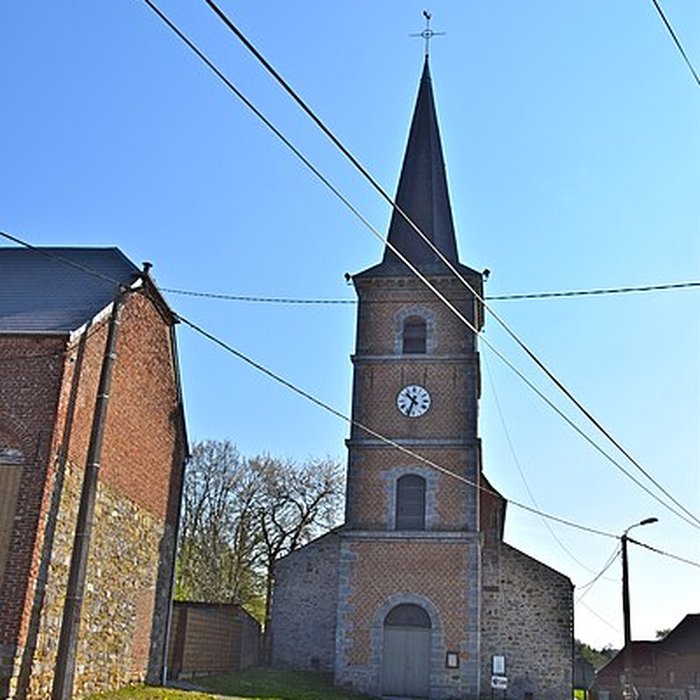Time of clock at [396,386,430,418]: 10:33
